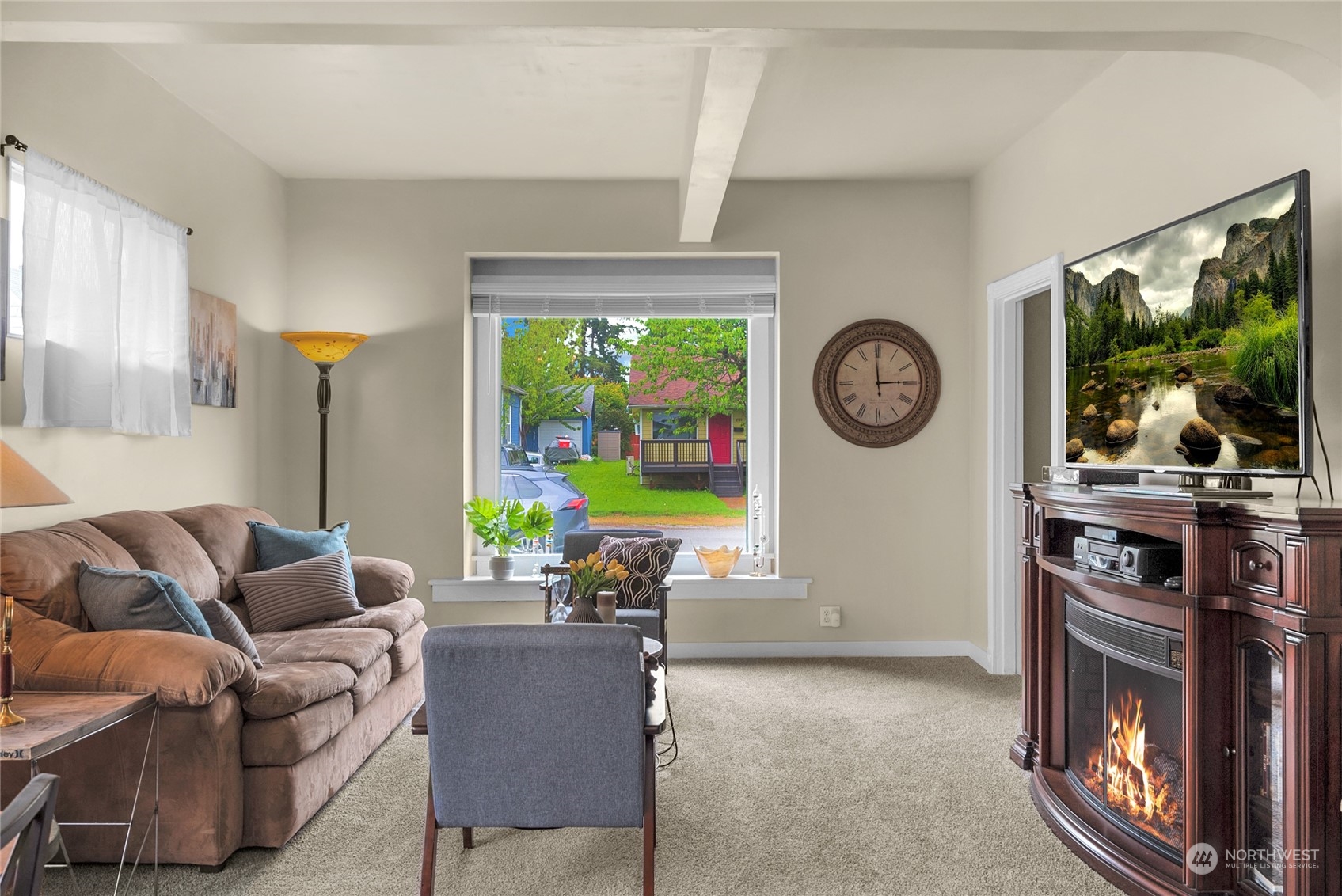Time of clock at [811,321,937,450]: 2:59
